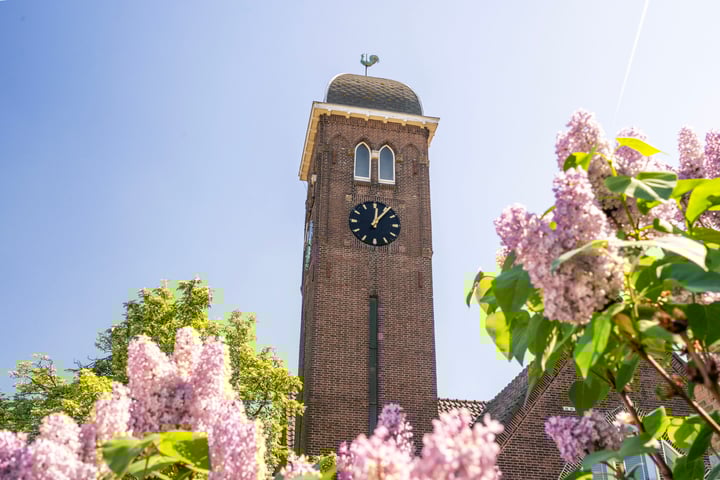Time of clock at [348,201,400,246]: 12:06
